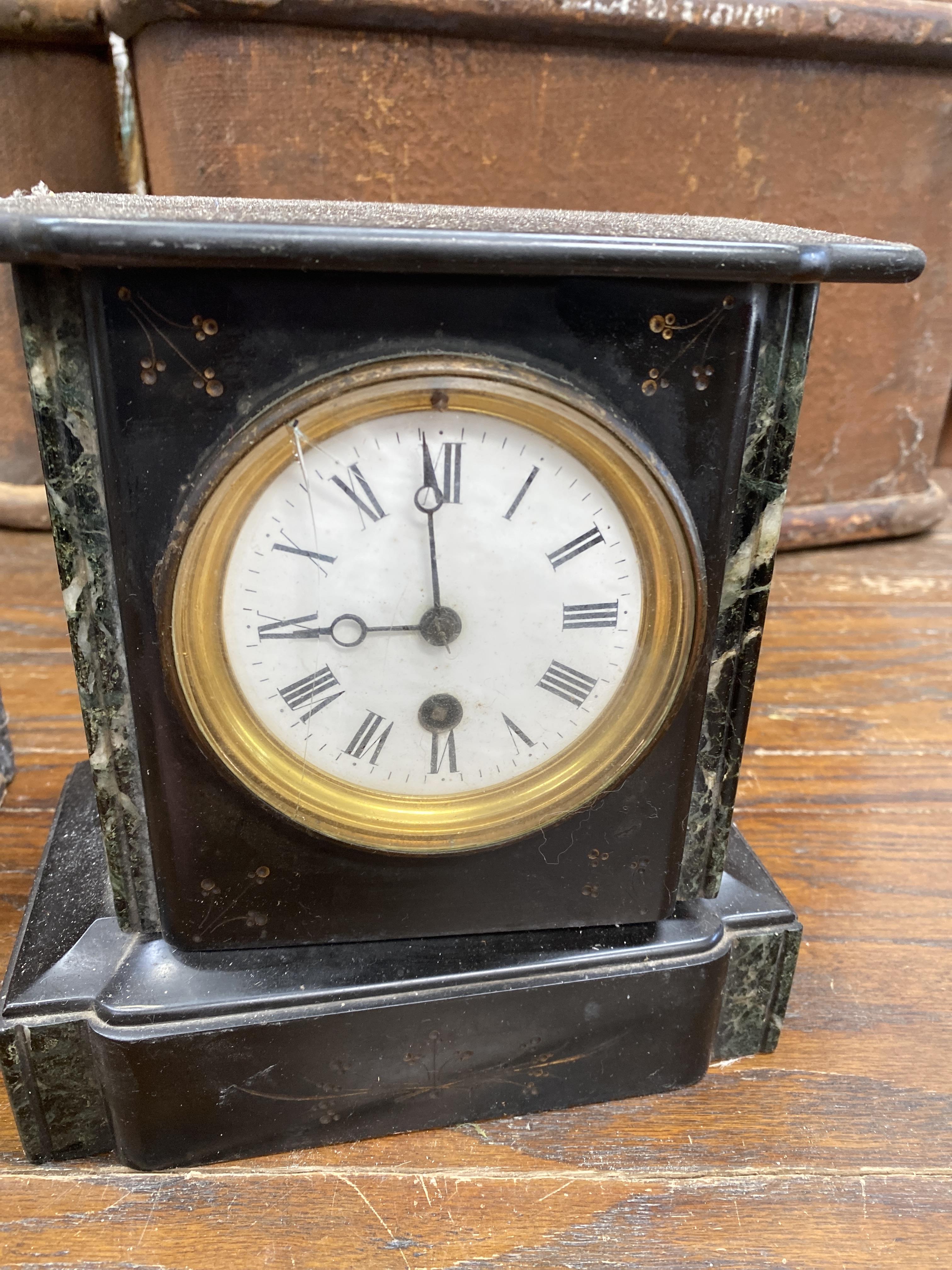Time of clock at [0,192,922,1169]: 8:59
